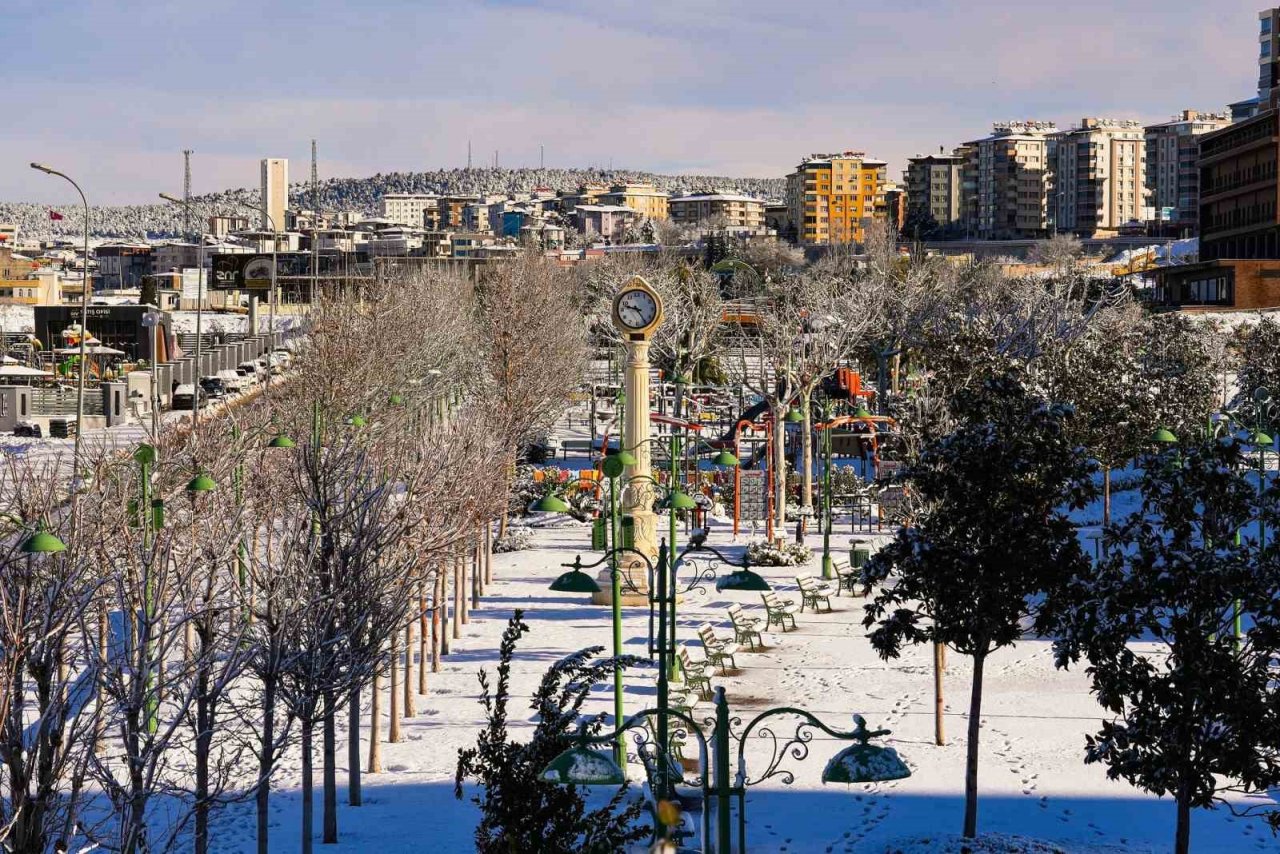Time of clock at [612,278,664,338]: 9:24
